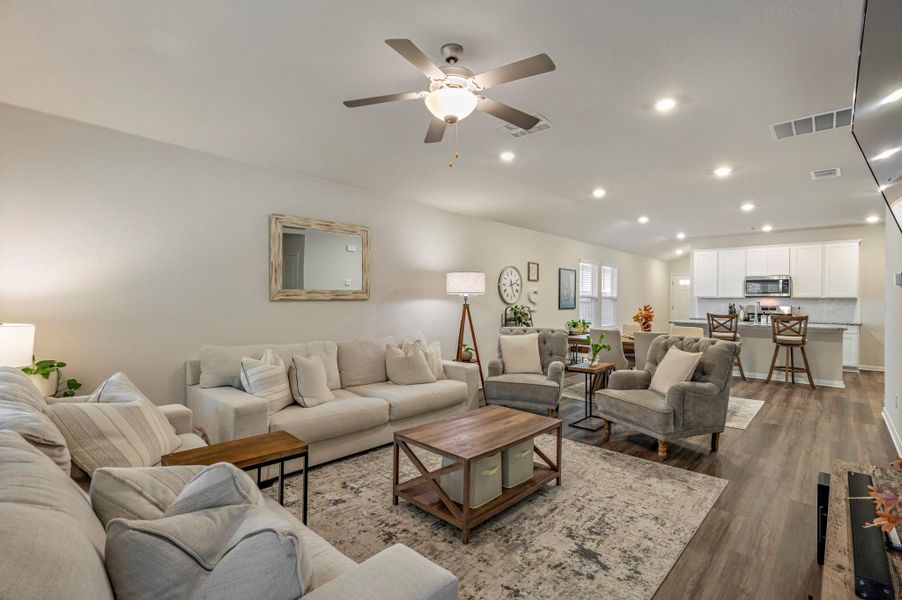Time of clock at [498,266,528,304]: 2:26
